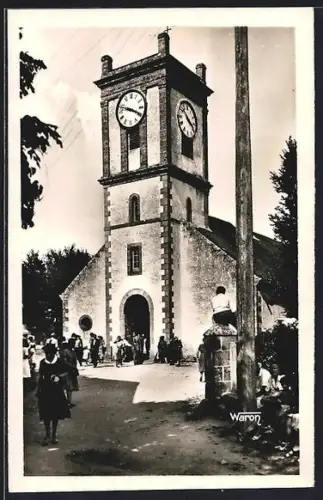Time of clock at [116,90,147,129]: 3:47
